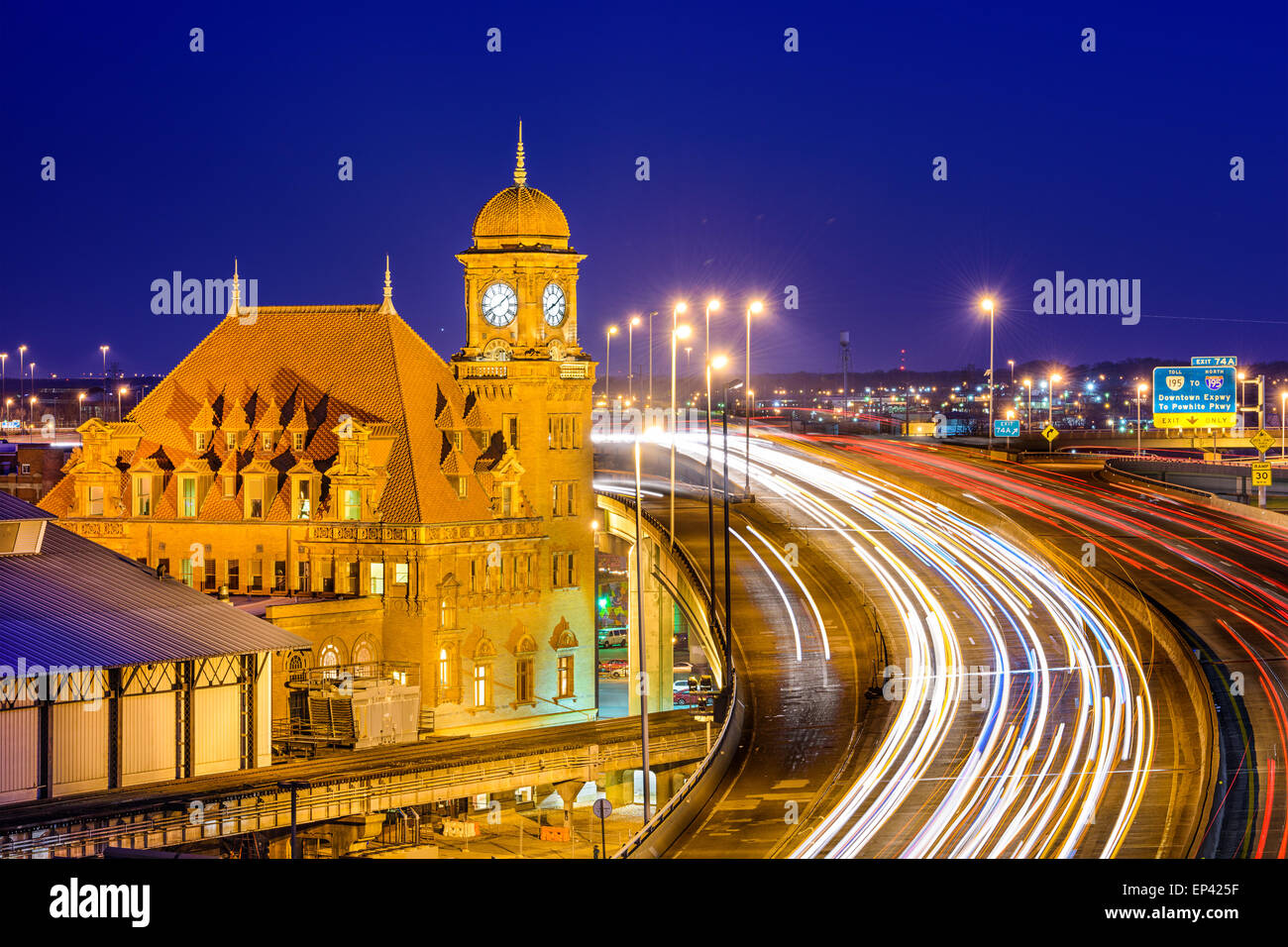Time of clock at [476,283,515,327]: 1:41
